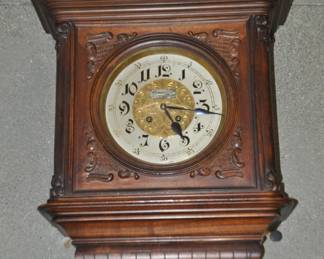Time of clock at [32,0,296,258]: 5:15
